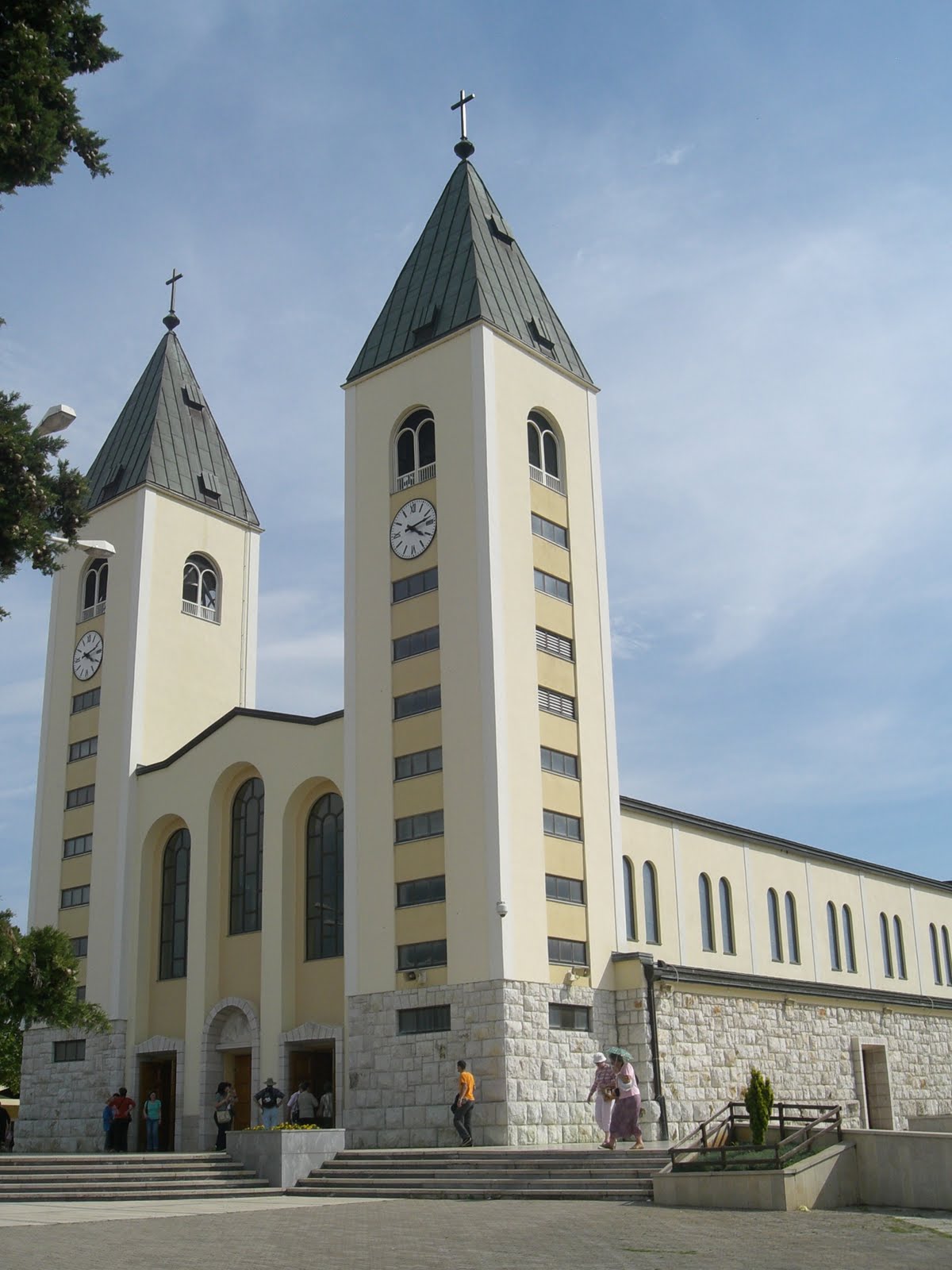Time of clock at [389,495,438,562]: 4:12
